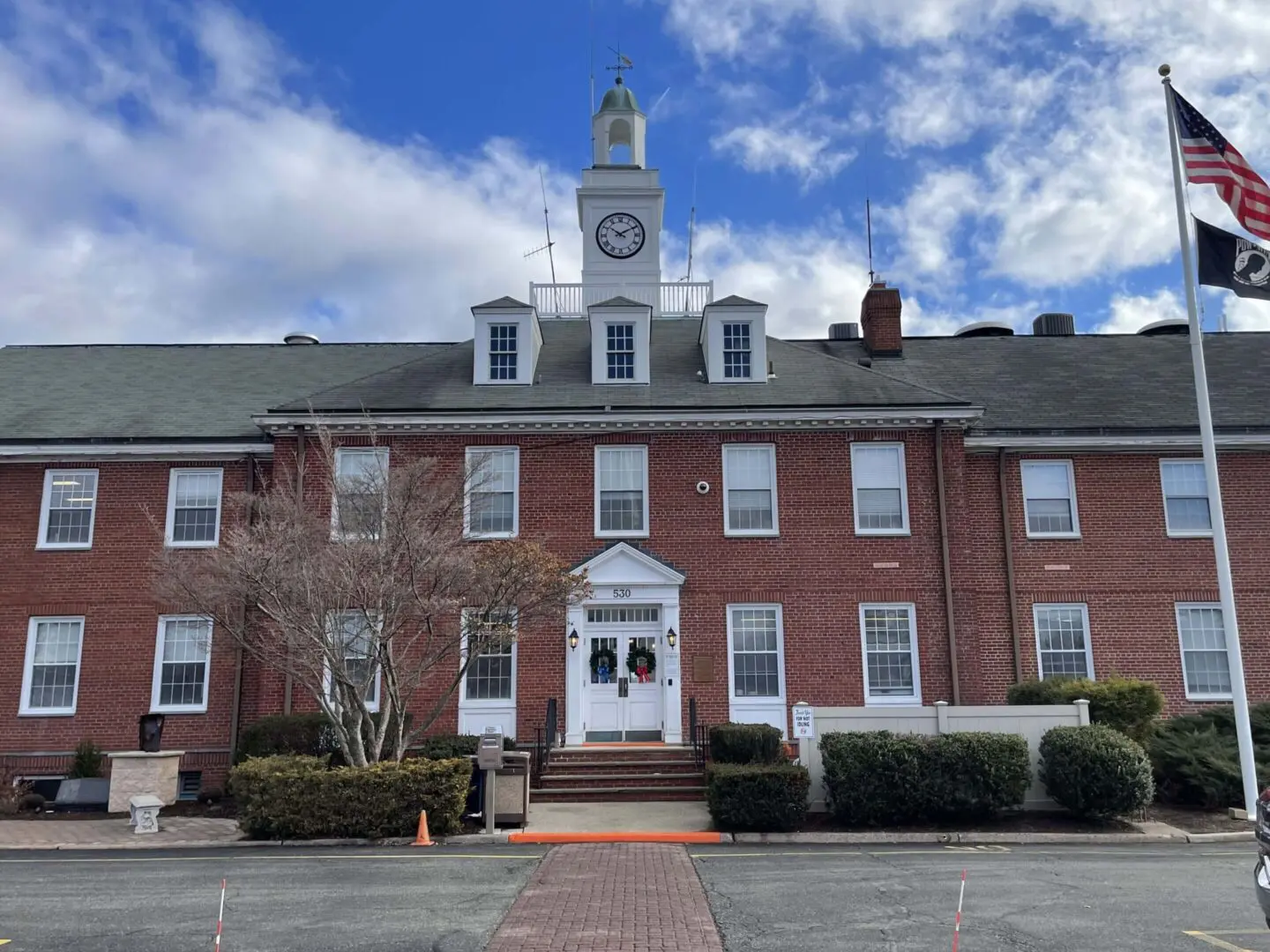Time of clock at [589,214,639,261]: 10:10
